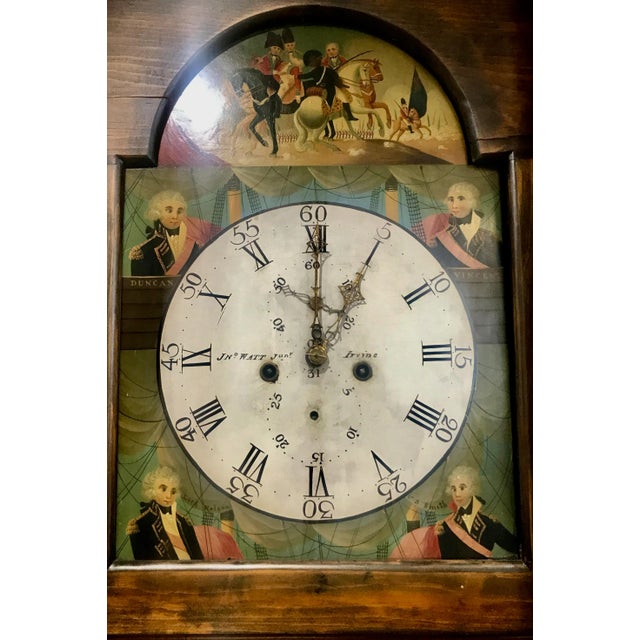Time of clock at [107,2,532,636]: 1:00
